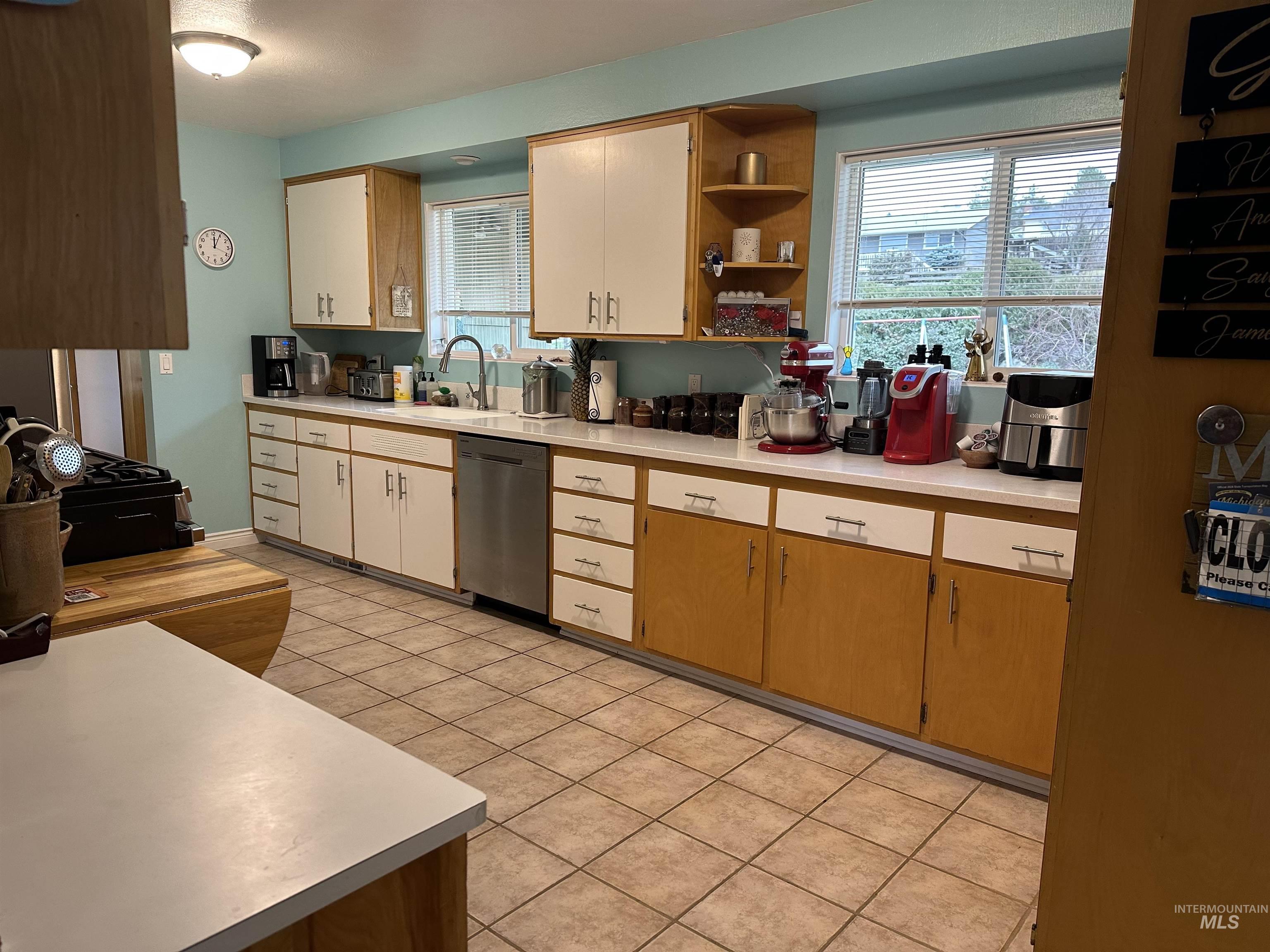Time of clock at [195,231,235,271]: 12:04
